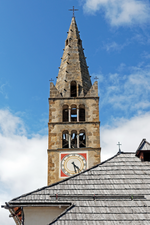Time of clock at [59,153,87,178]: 4:27
